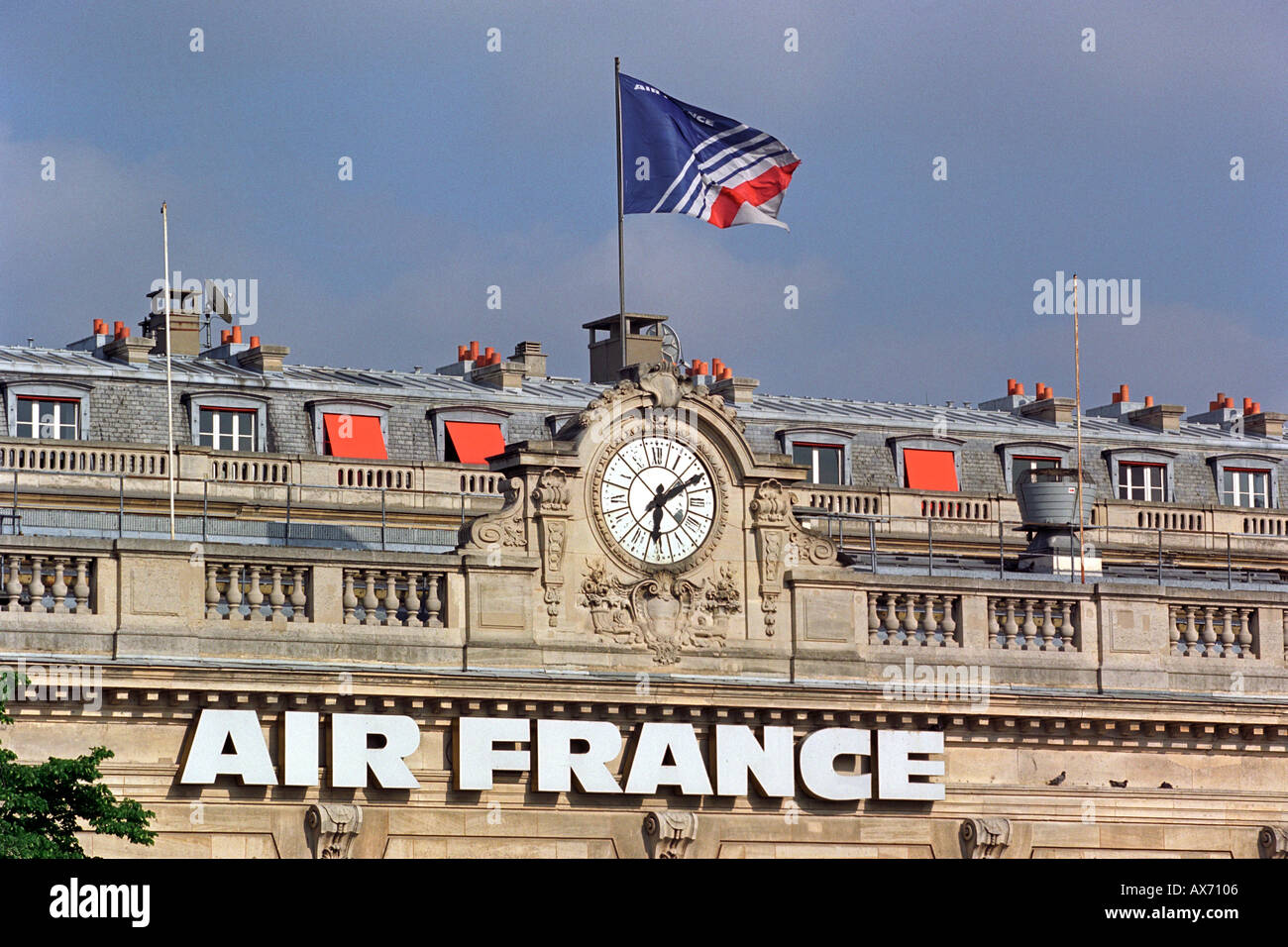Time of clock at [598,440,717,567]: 6:10
